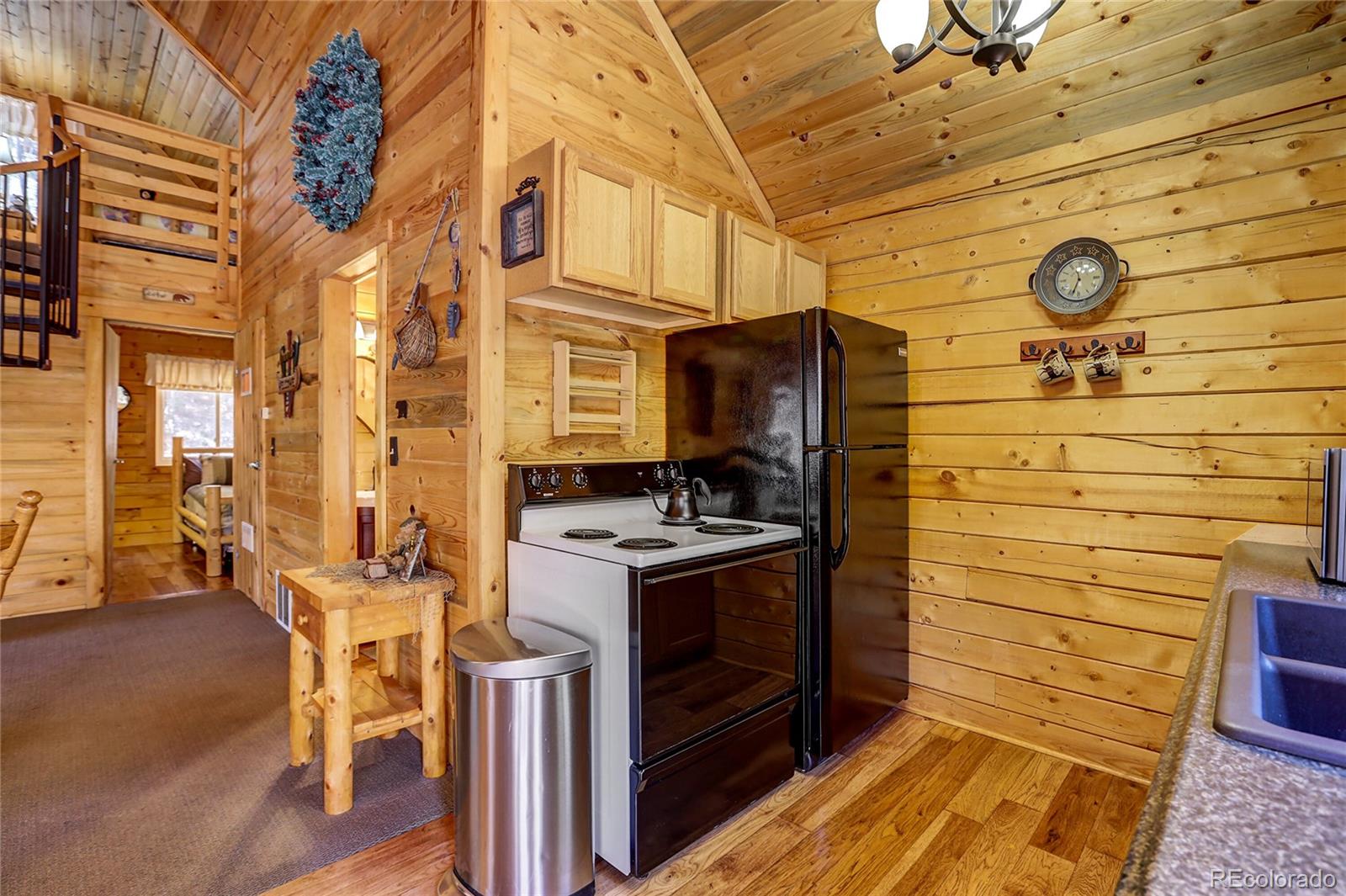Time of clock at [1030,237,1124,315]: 11:33
